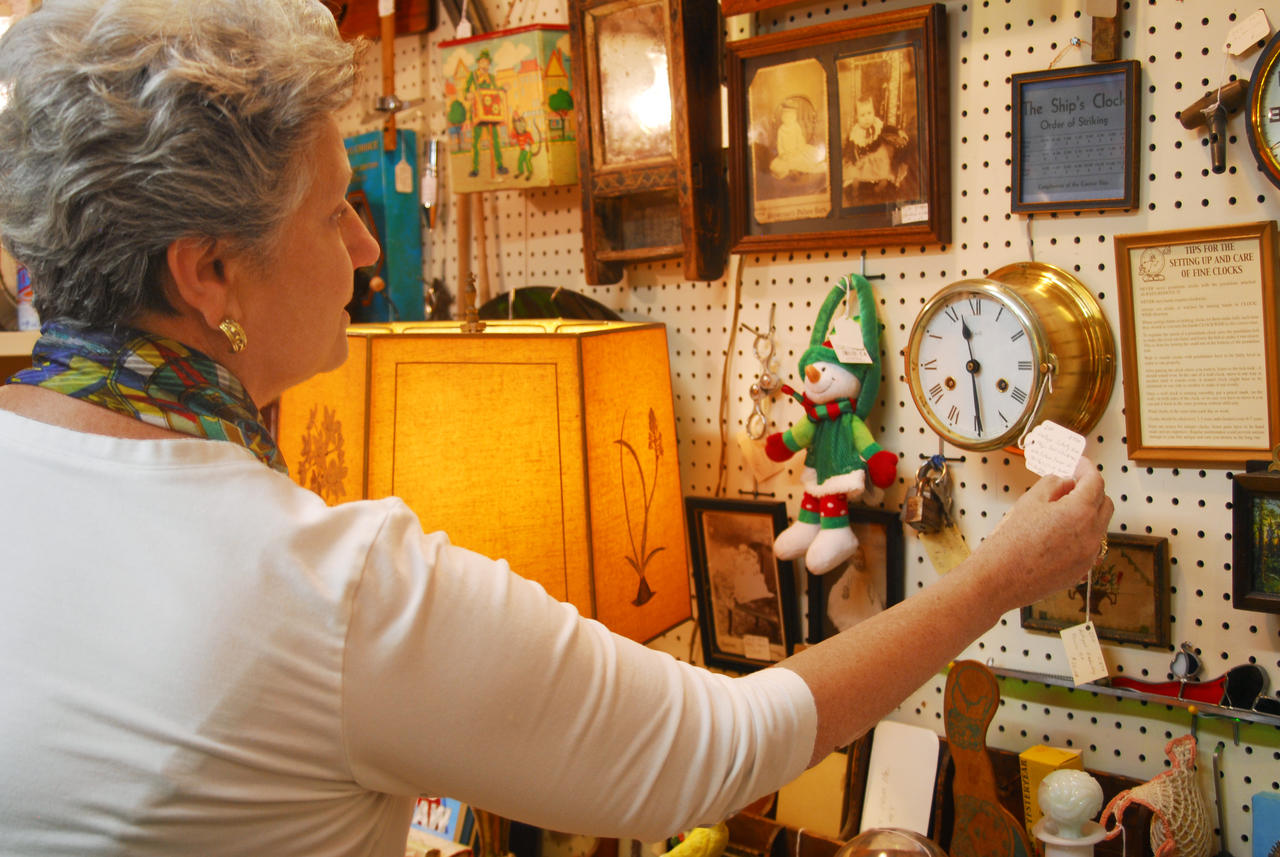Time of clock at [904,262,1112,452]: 11:29
